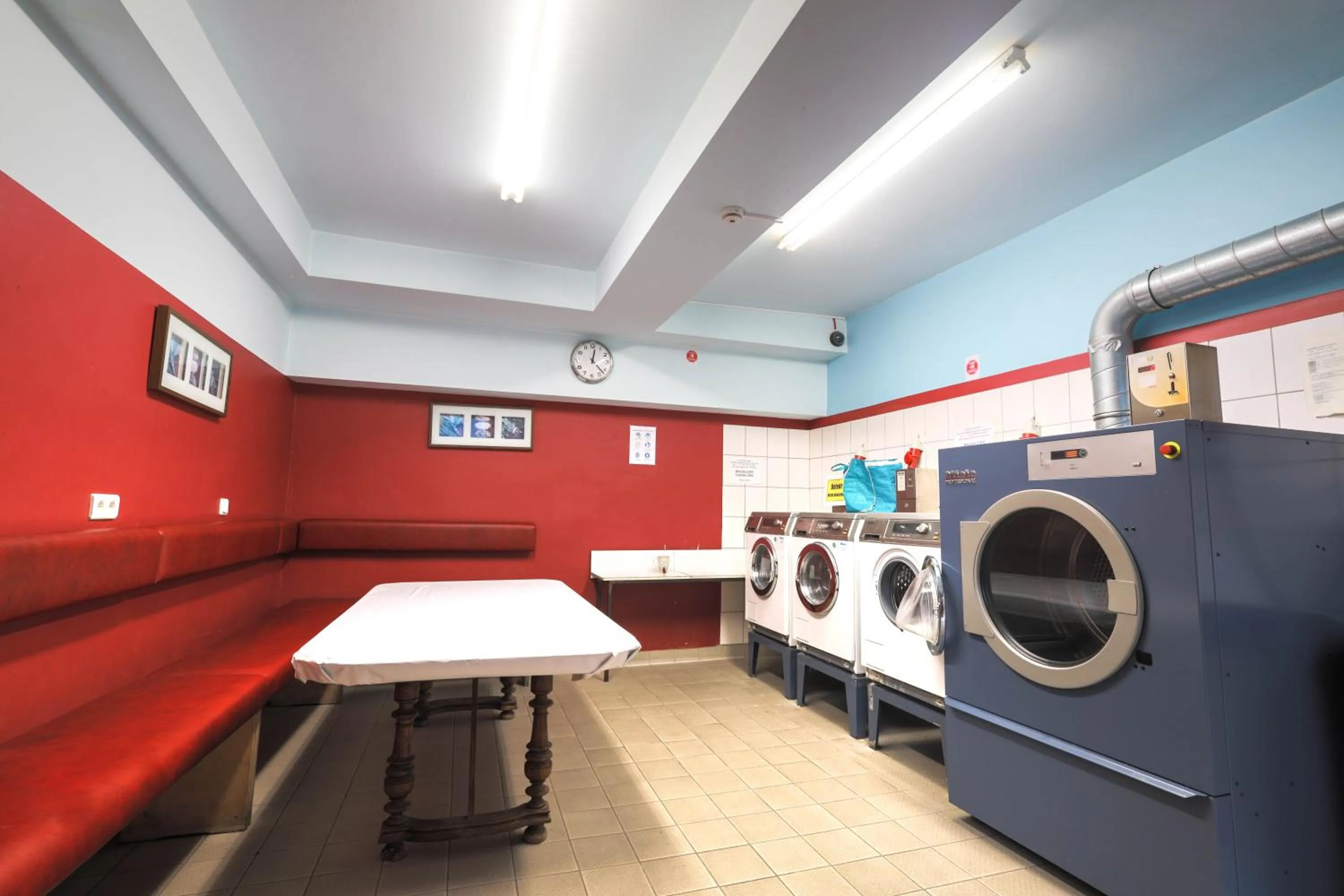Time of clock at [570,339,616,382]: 12:22
